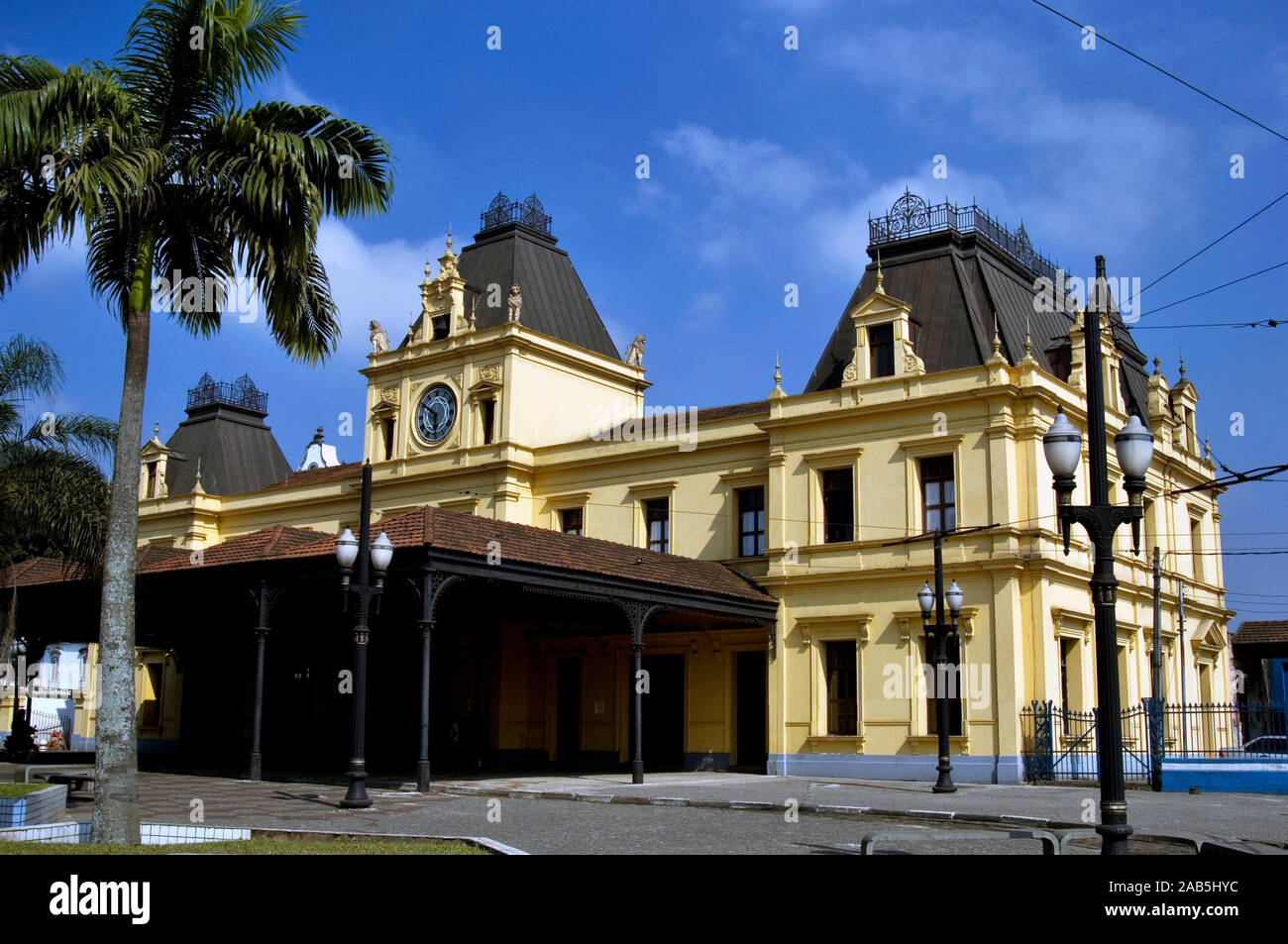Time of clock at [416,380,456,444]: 5:50
